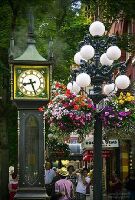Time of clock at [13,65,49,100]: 8:27
